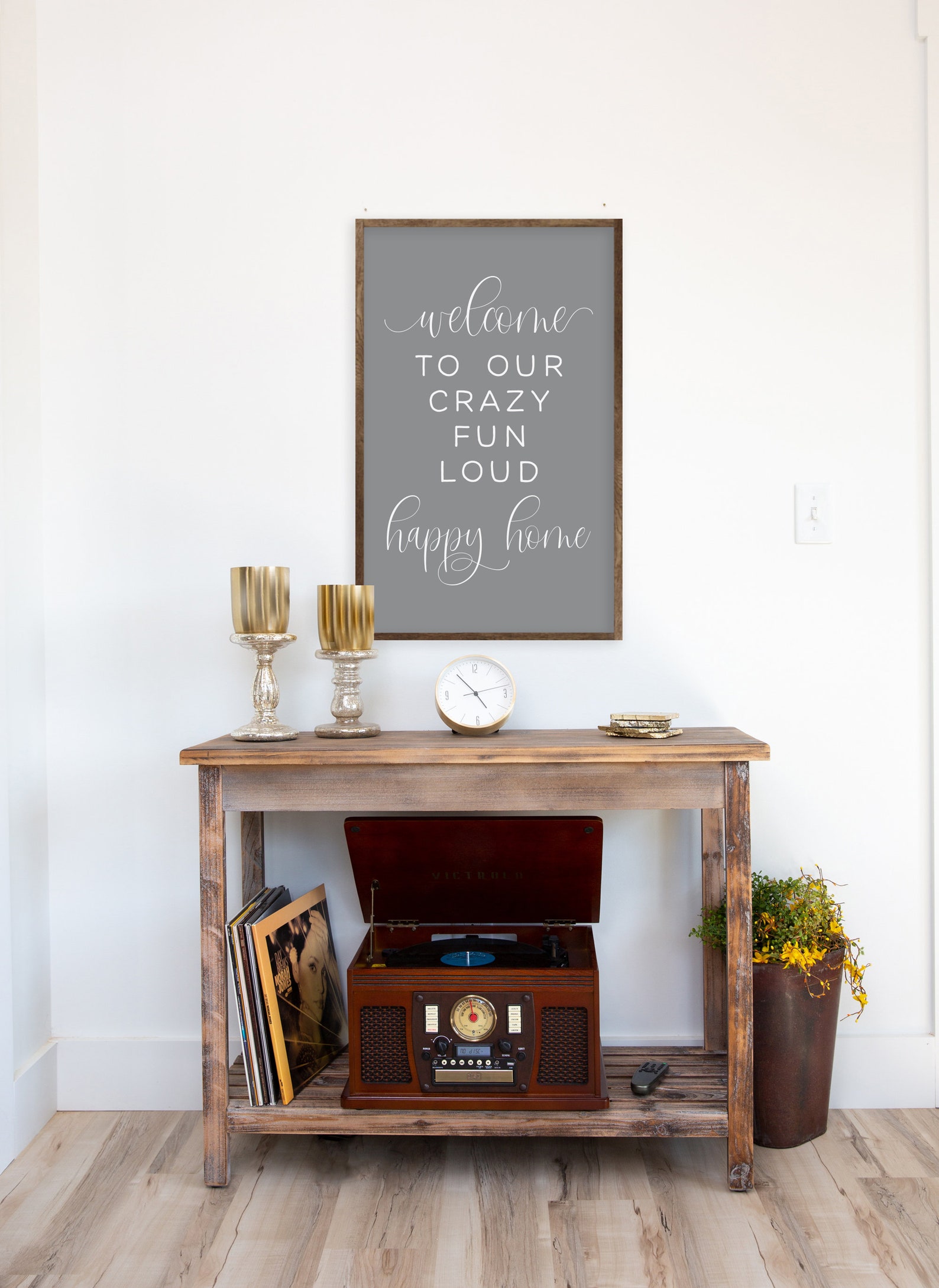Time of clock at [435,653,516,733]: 4:53
